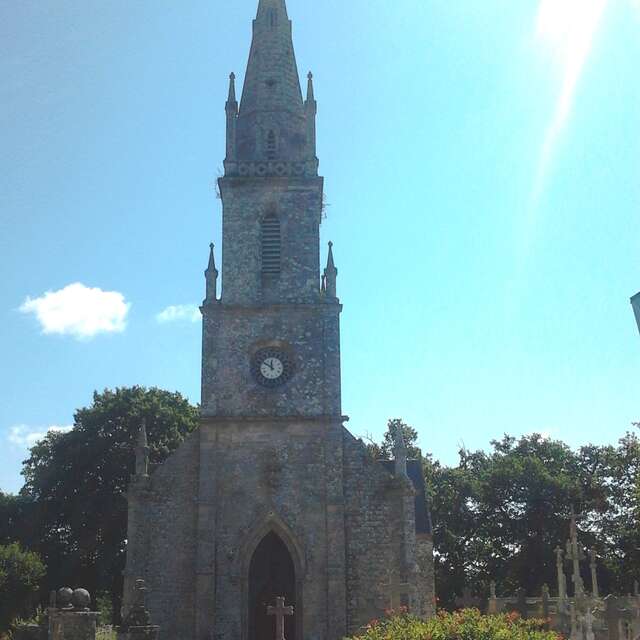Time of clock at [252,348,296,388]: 11:49
